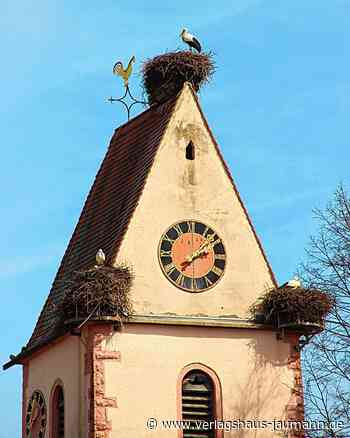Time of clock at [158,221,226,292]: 2:07
